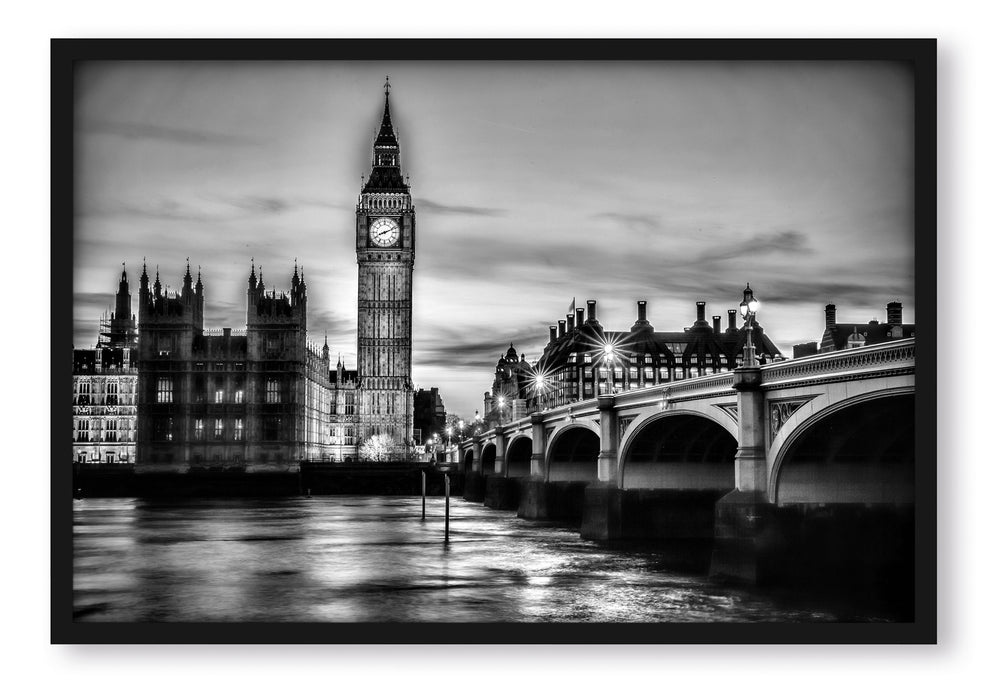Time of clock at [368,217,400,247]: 8:11
